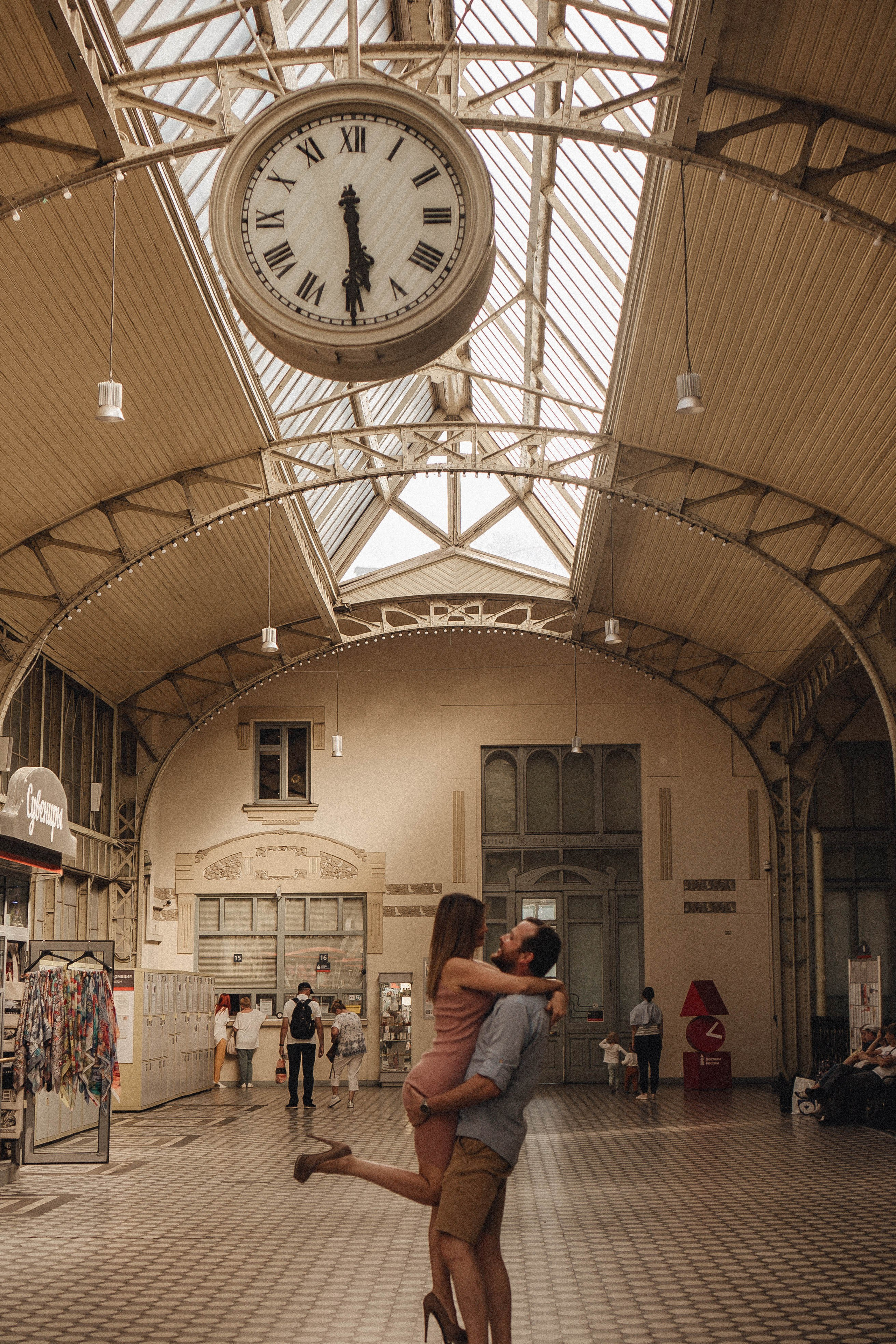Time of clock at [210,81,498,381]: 5:29
